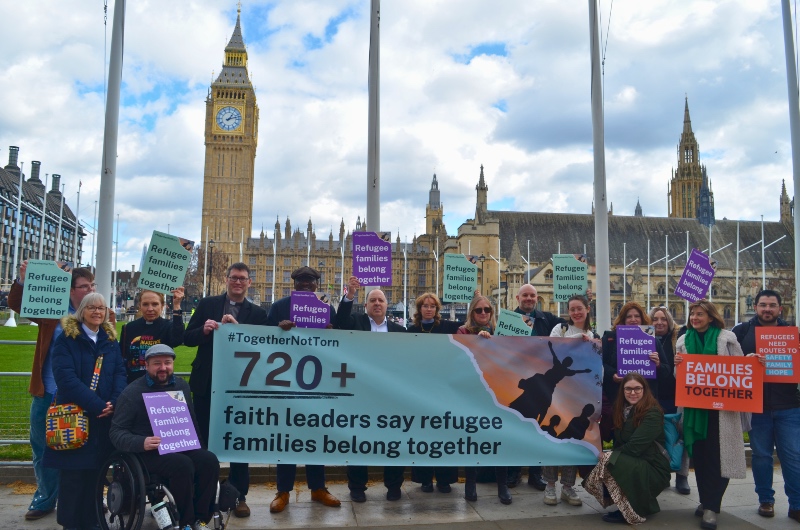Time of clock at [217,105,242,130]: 1:12
